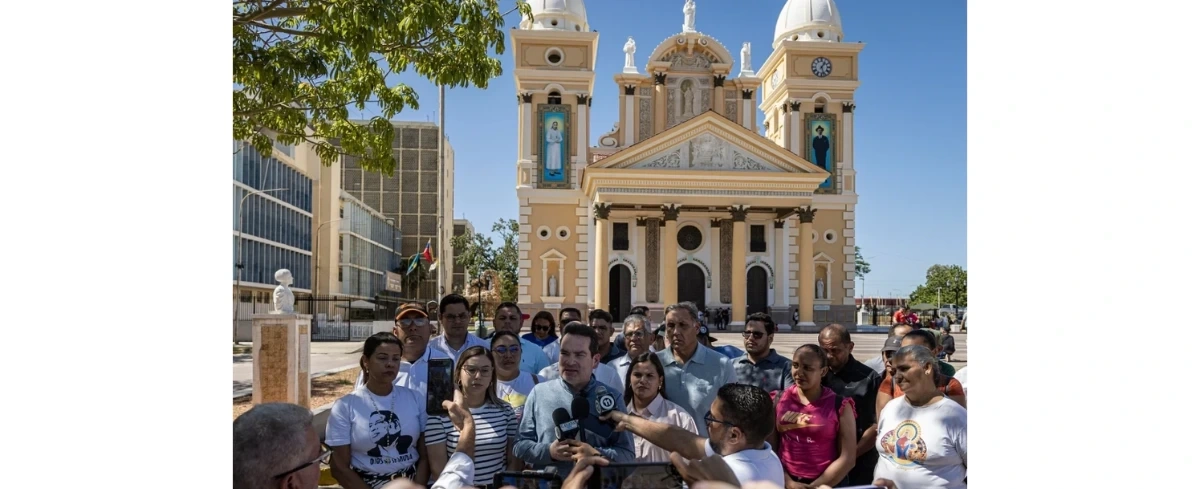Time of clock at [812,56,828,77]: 1:27
